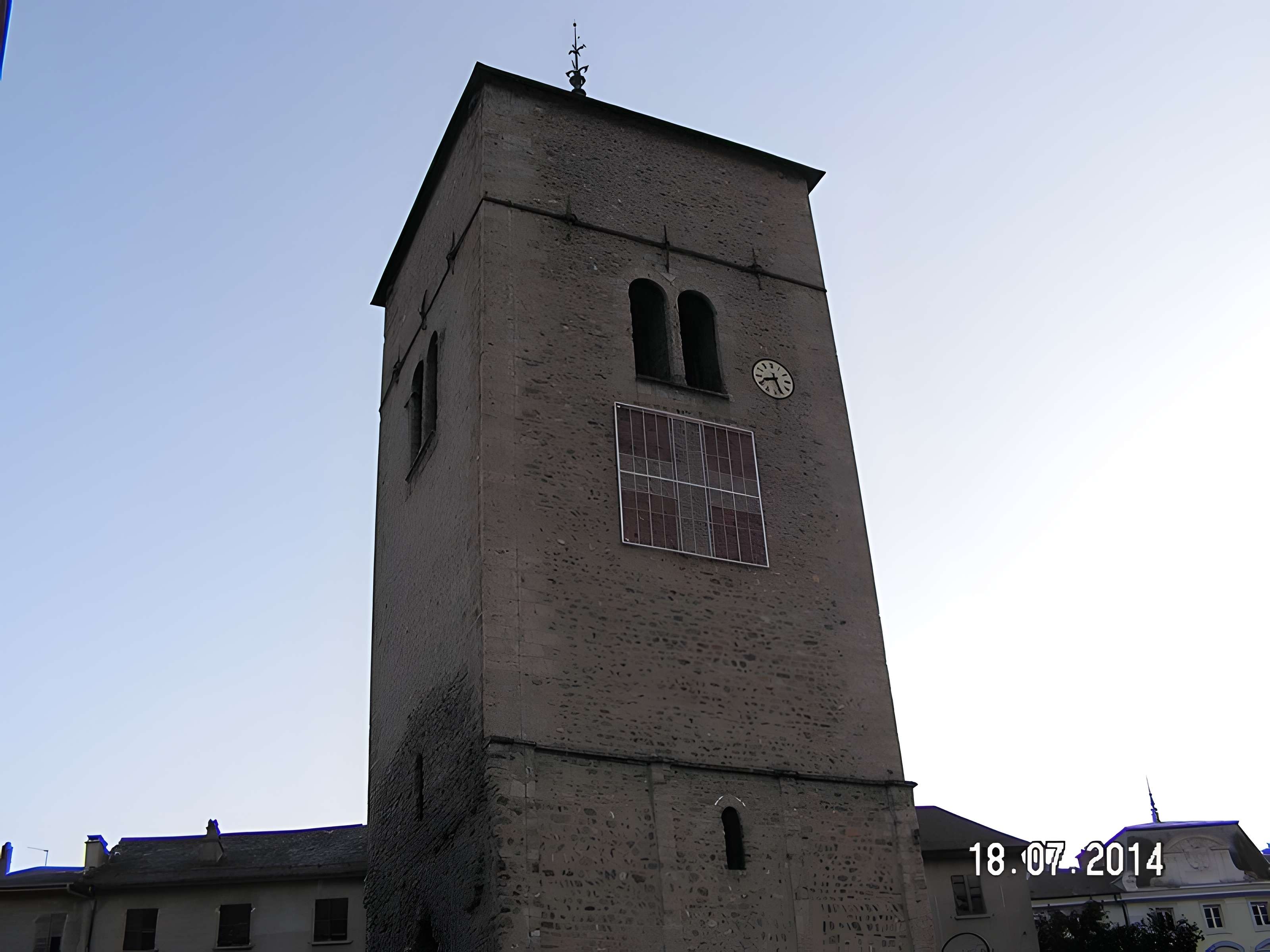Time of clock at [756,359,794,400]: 8:26
